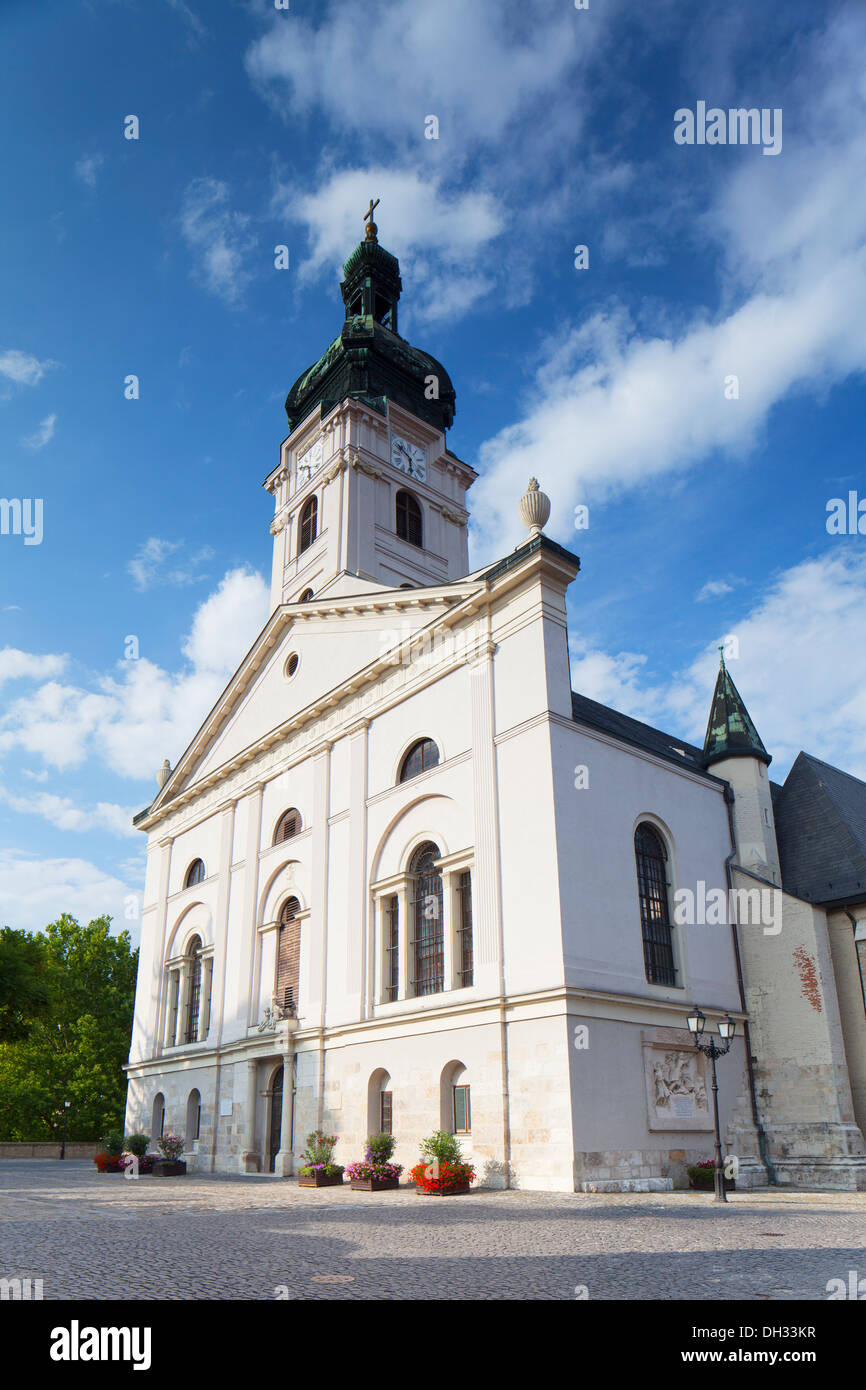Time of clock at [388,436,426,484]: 5:51
